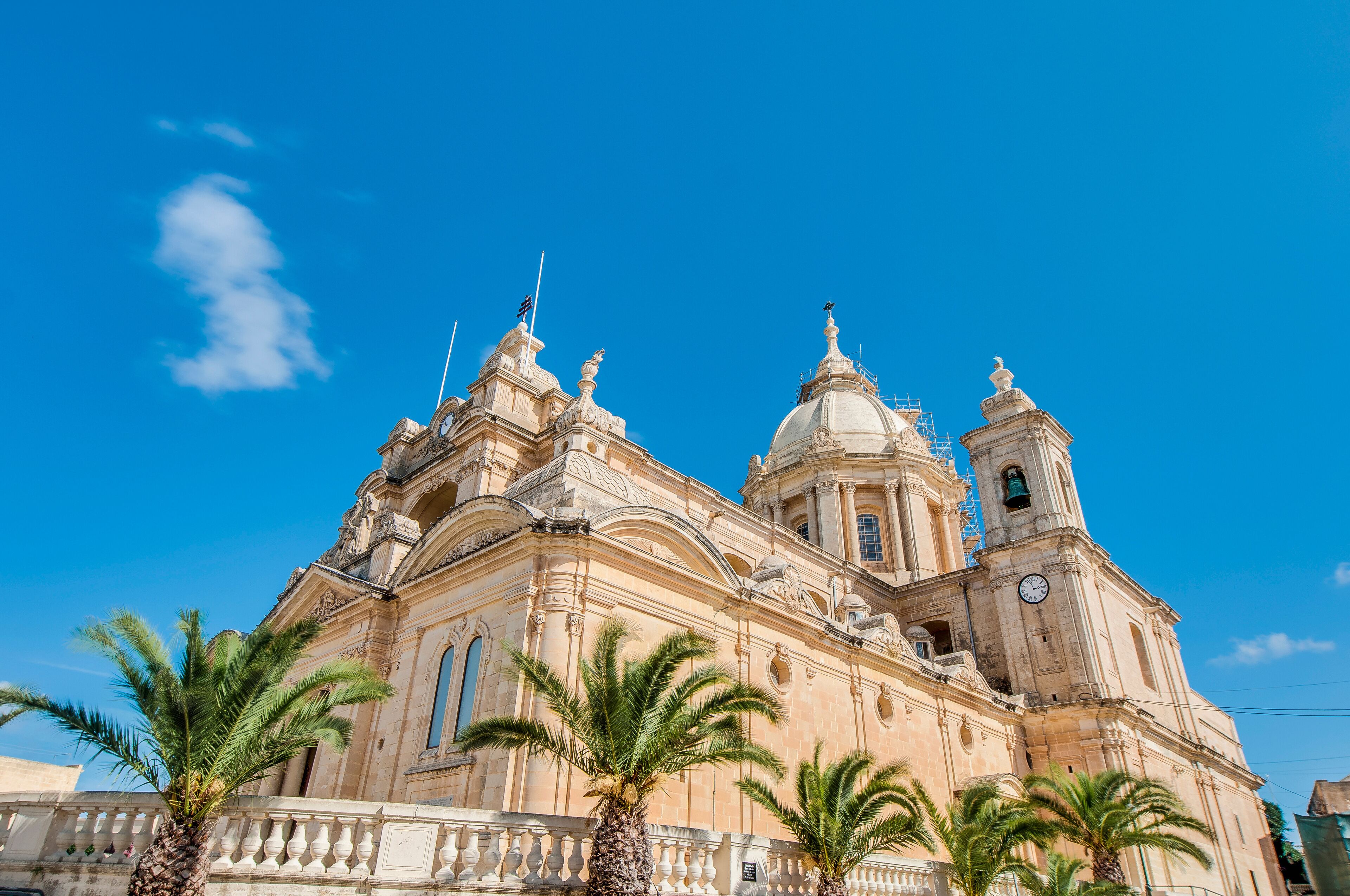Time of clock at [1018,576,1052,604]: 2:57
